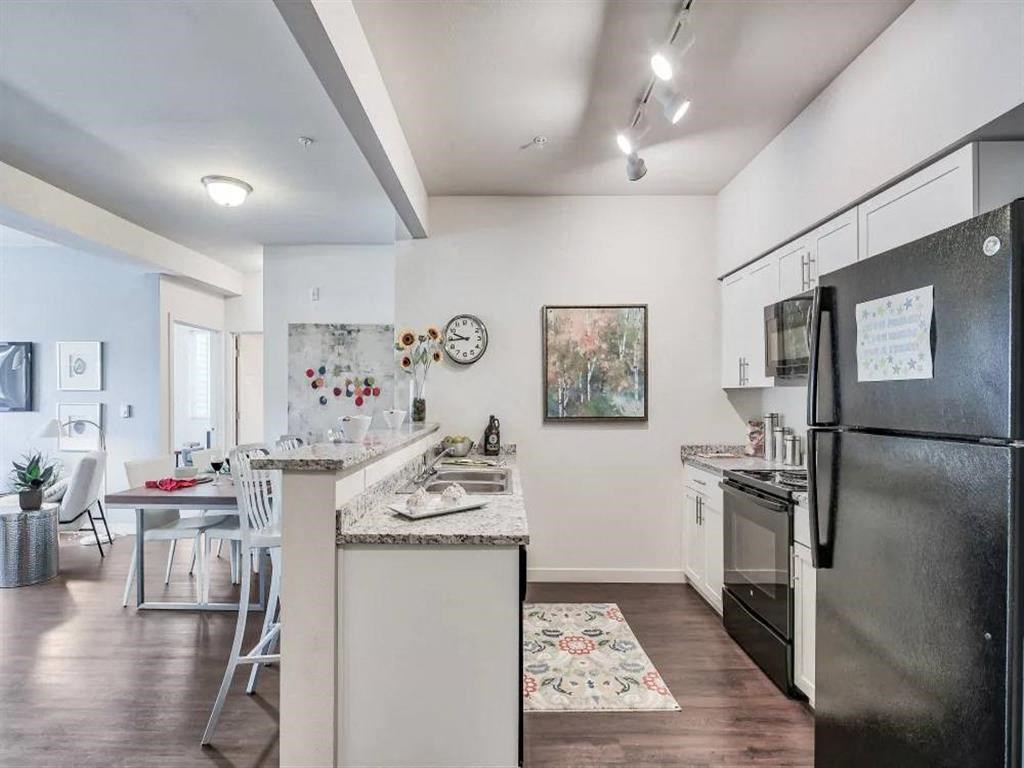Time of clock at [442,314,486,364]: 9:44
